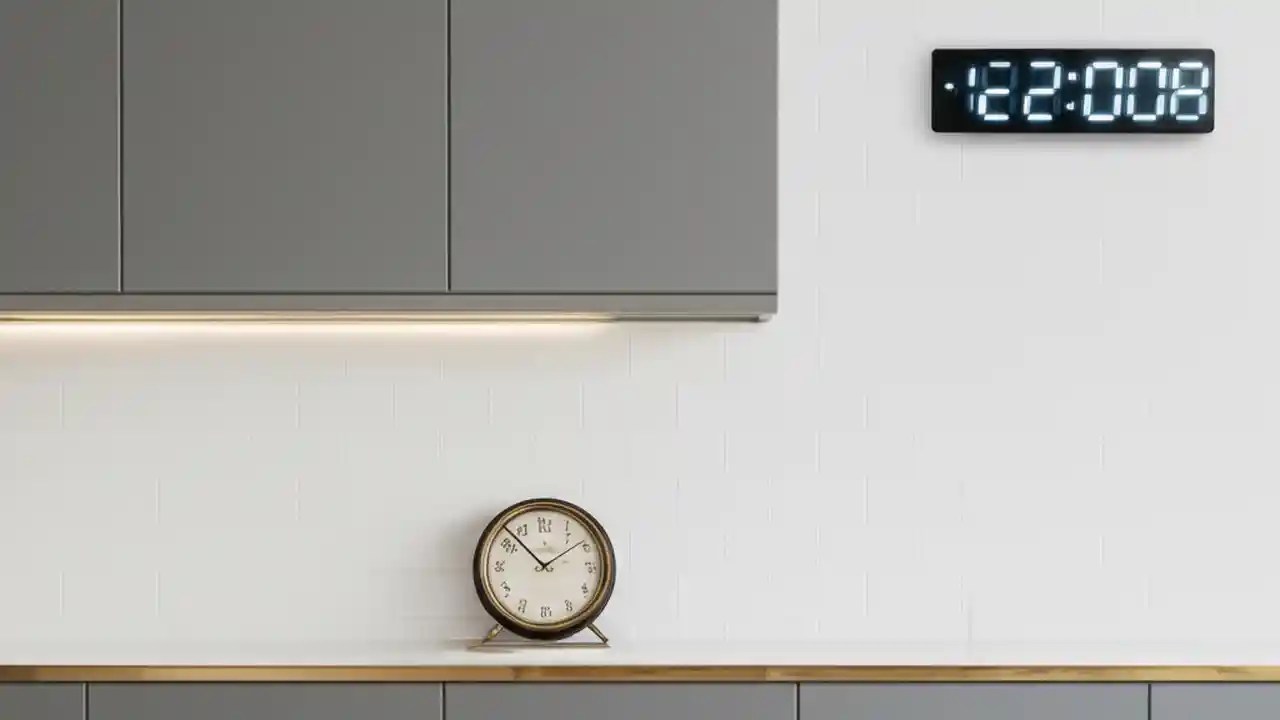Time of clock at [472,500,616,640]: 1:52
